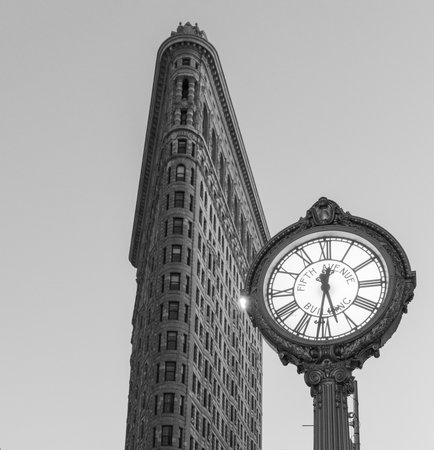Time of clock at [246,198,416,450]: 5:31
